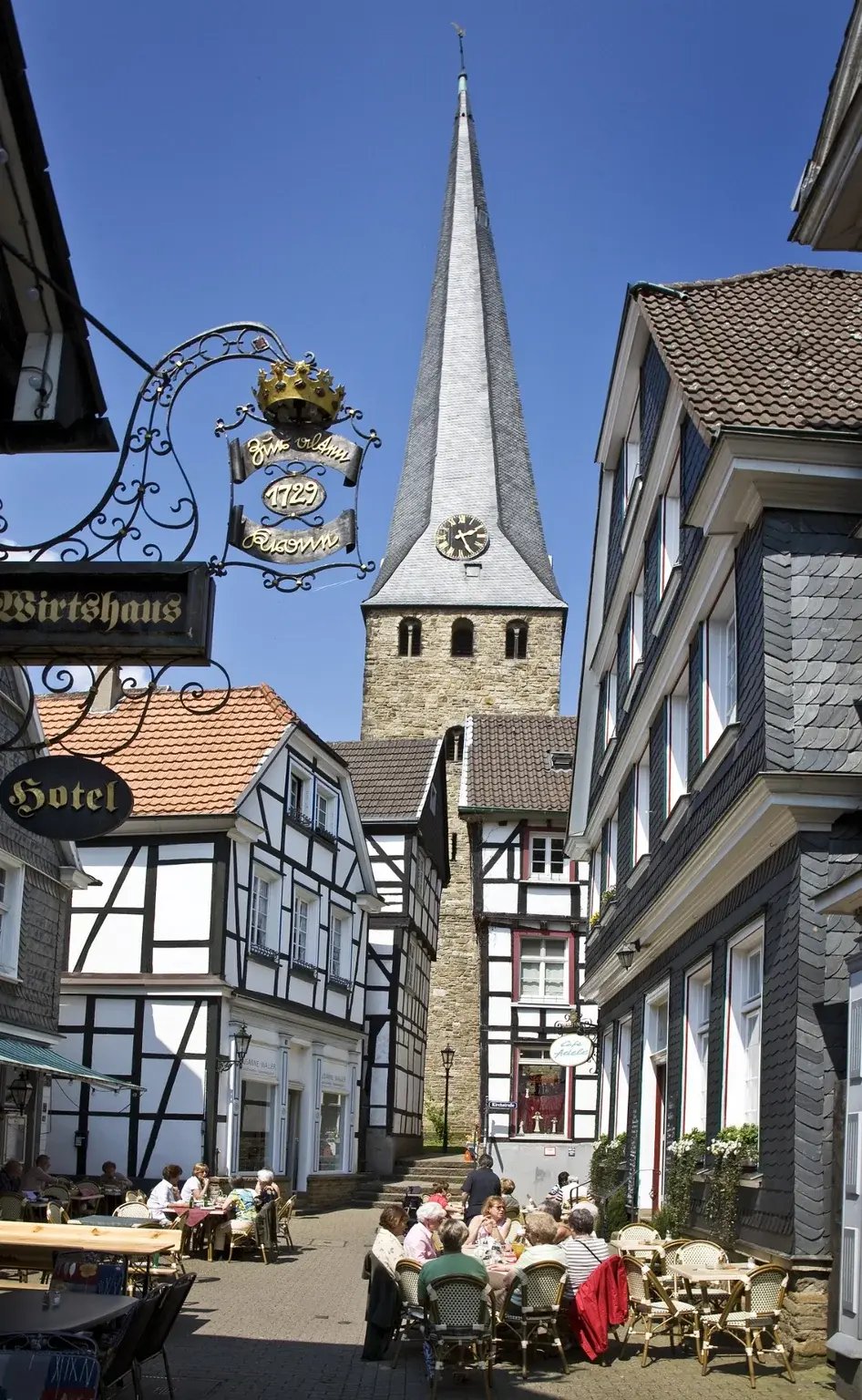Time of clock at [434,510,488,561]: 2:25
